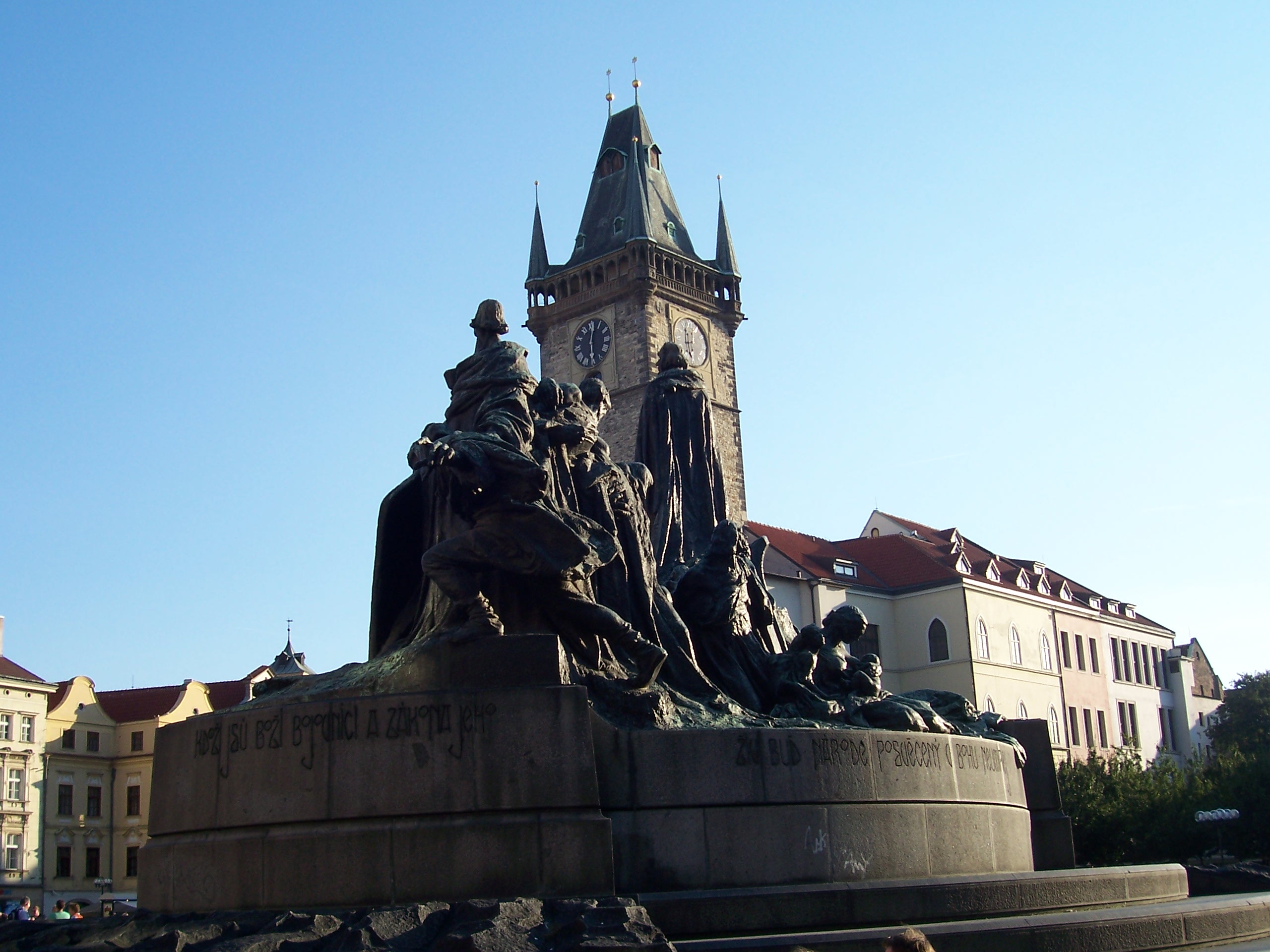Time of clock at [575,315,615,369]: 6:01
